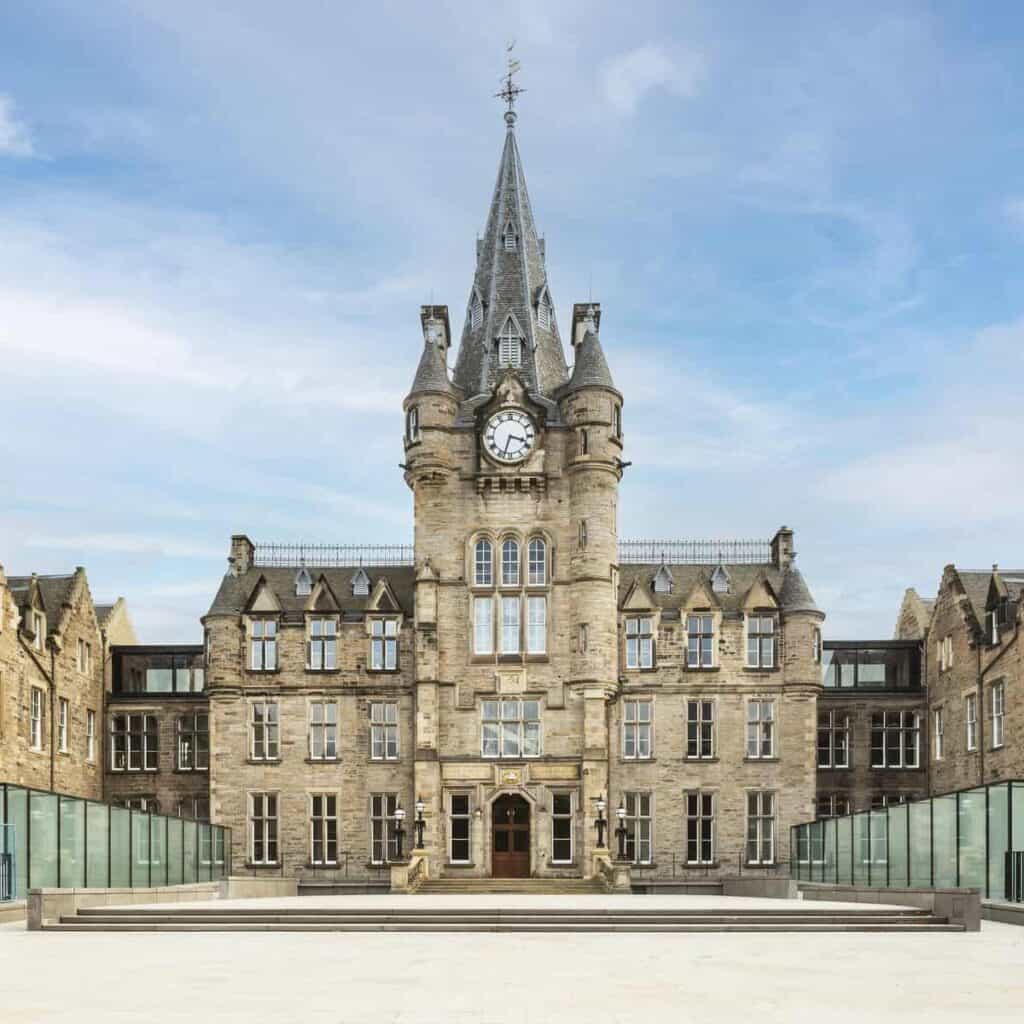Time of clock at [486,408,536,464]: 3:33
